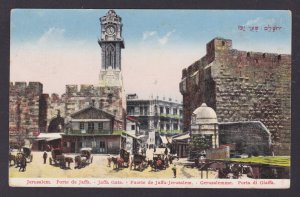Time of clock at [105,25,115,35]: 4:57
